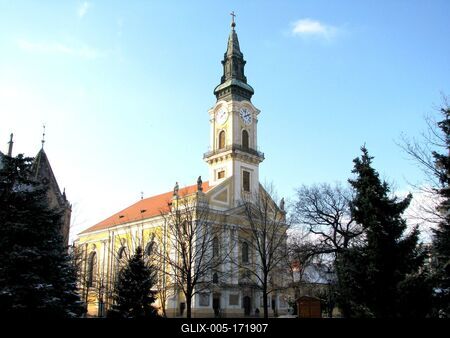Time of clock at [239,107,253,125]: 1:59
